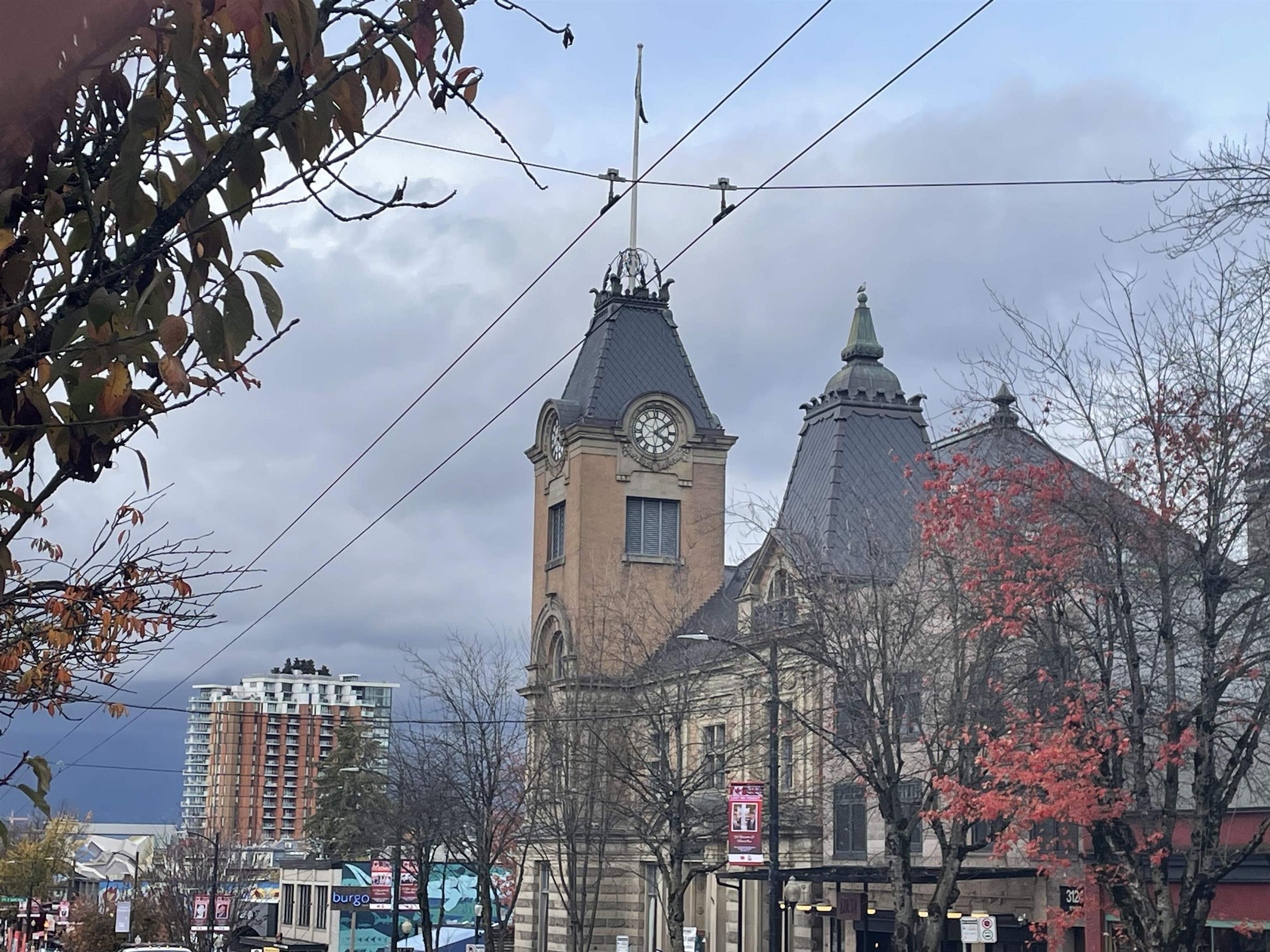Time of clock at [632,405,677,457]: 4:08
